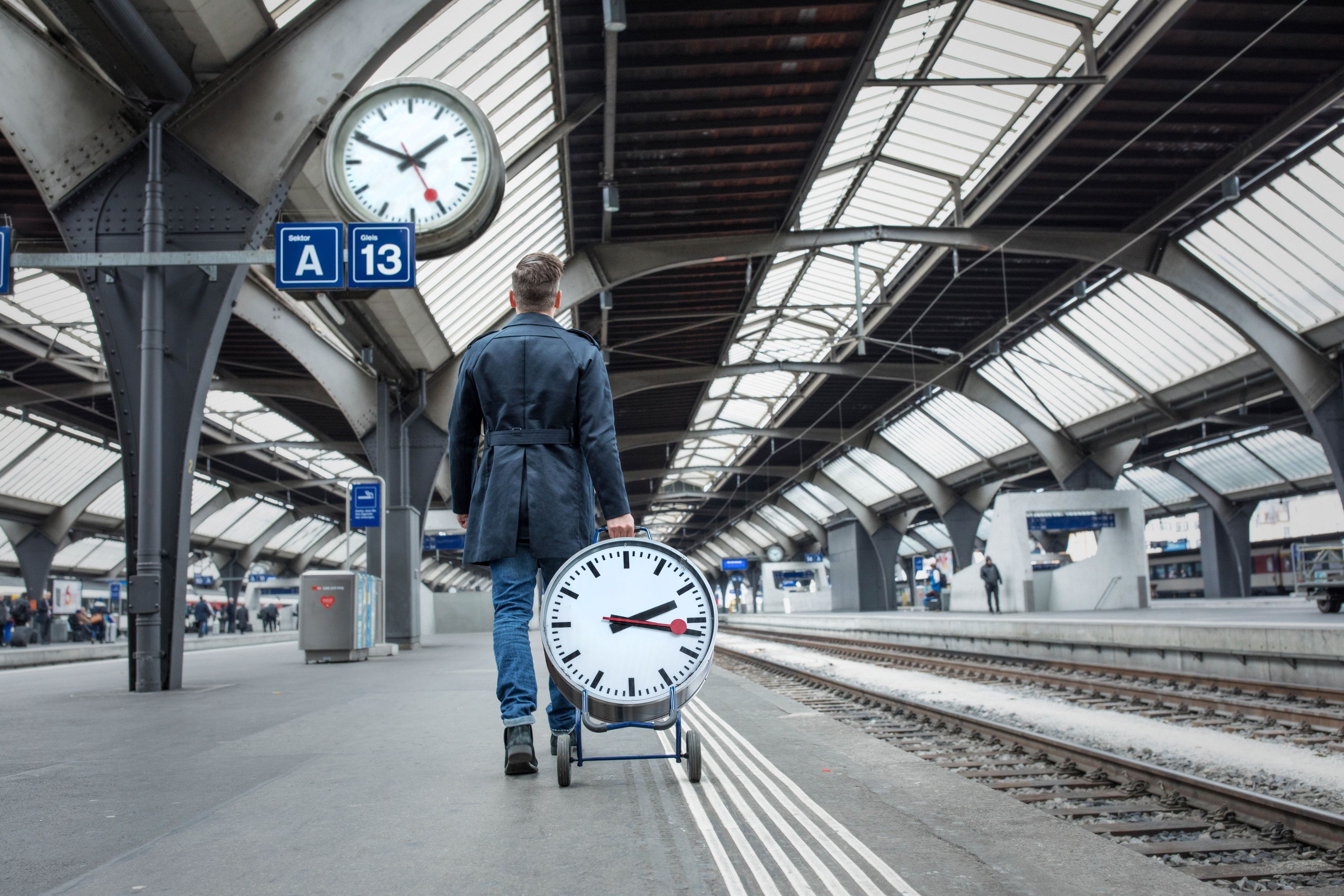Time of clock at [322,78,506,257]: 1:49
